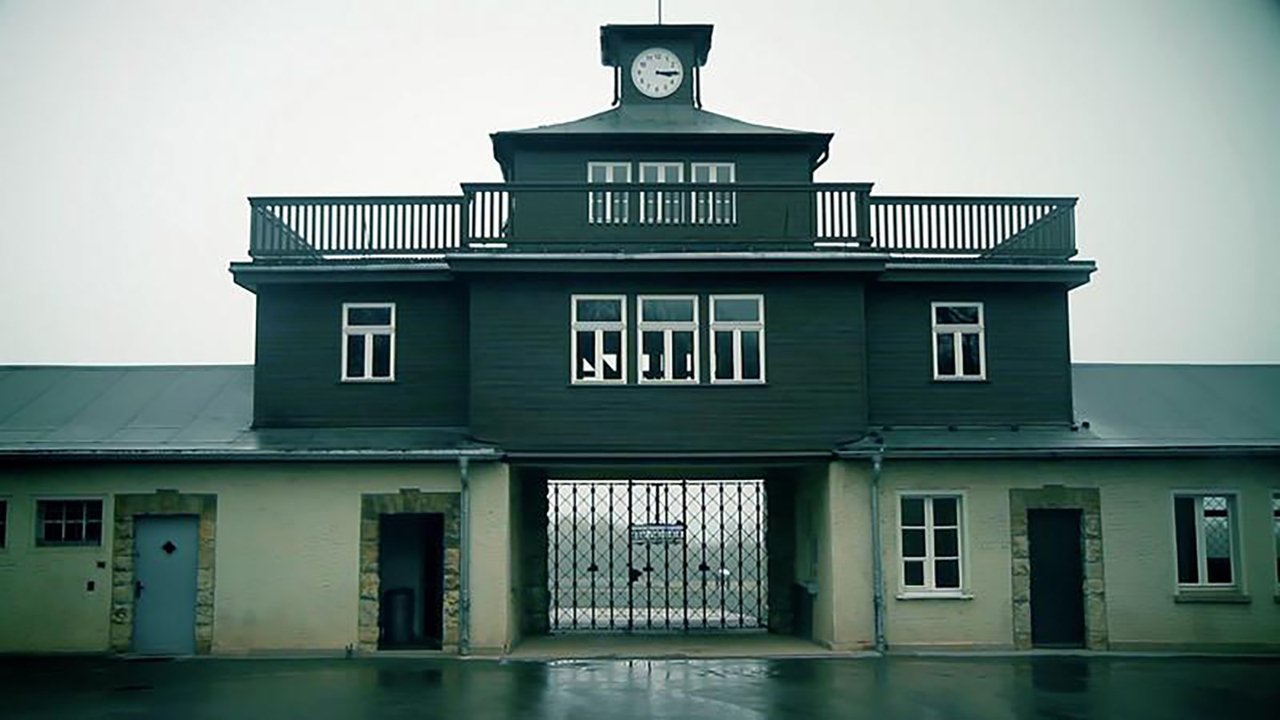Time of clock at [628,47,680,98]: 3:14
